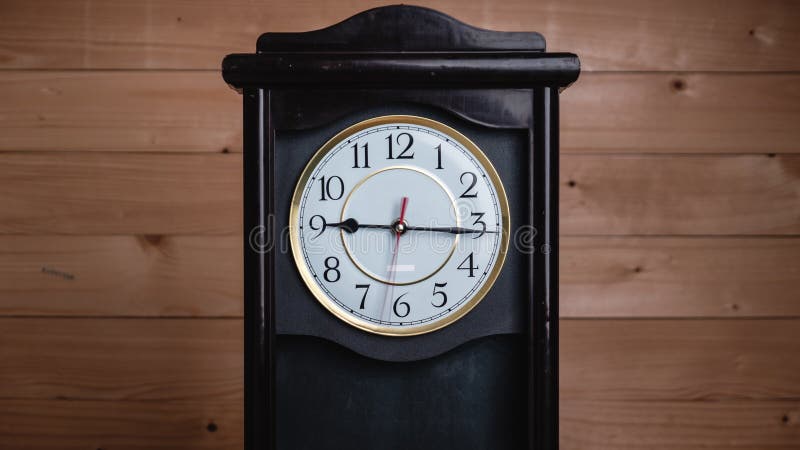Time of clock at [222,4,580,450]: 9:15
